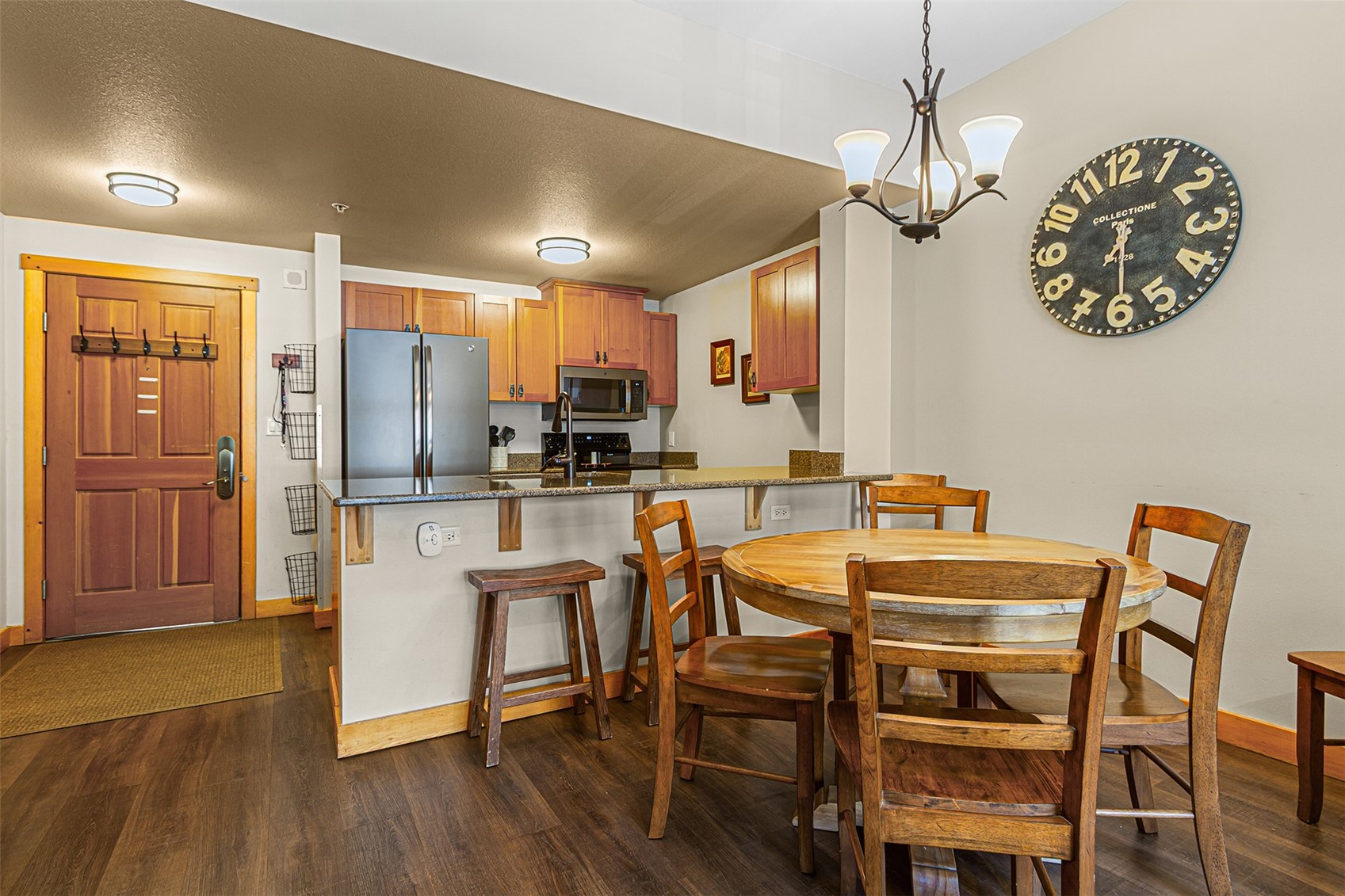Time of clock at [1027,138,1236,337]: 12:29
